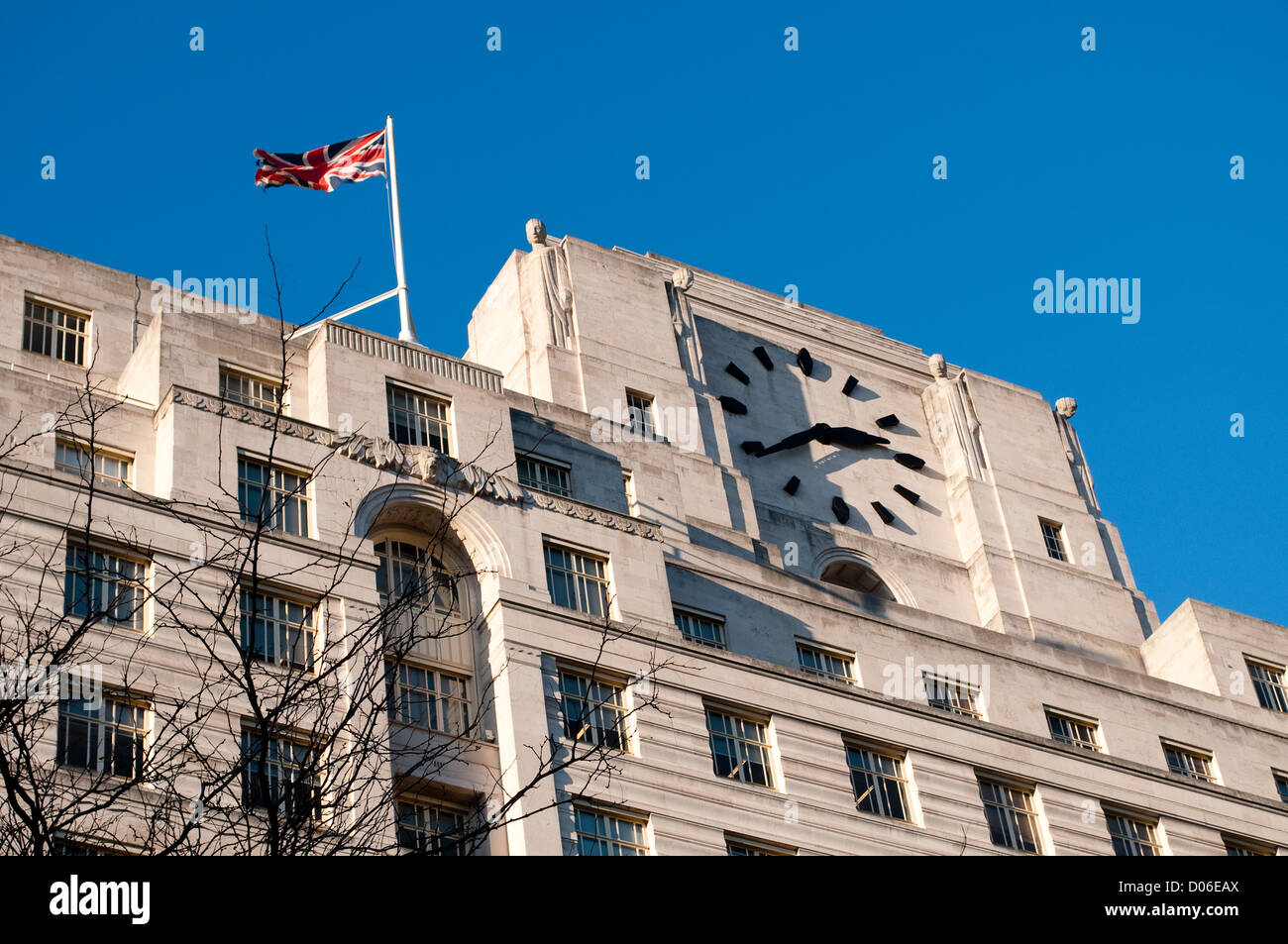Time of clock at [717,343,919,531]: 2:39
